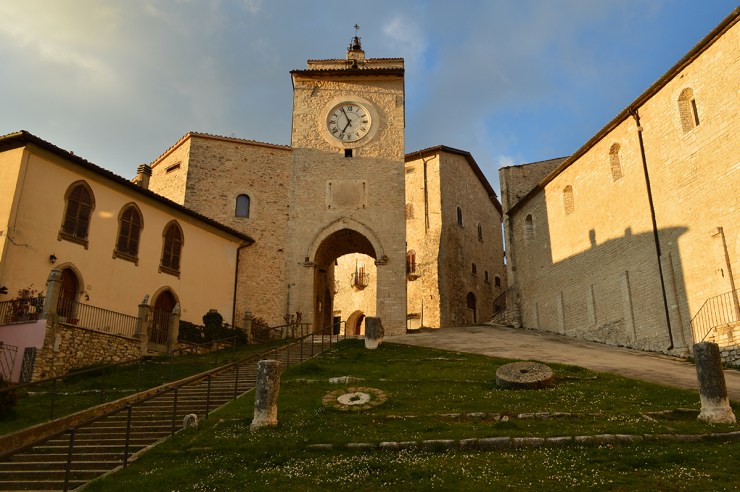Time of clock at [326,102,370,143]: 6:55
